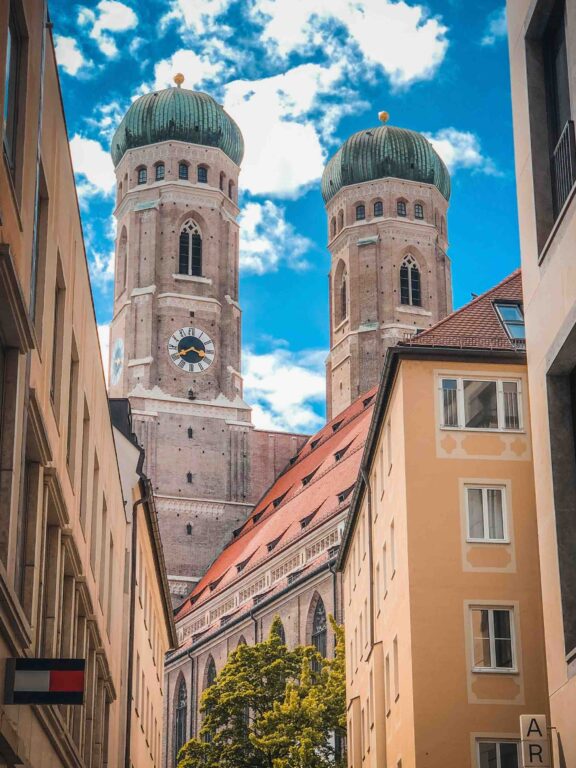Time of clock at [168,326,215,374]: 3:40
